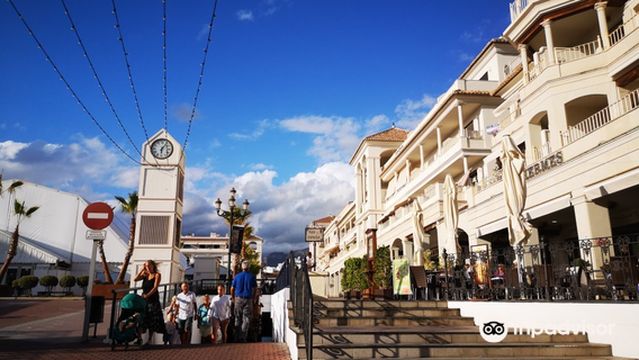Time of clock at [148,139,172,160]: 6:06
